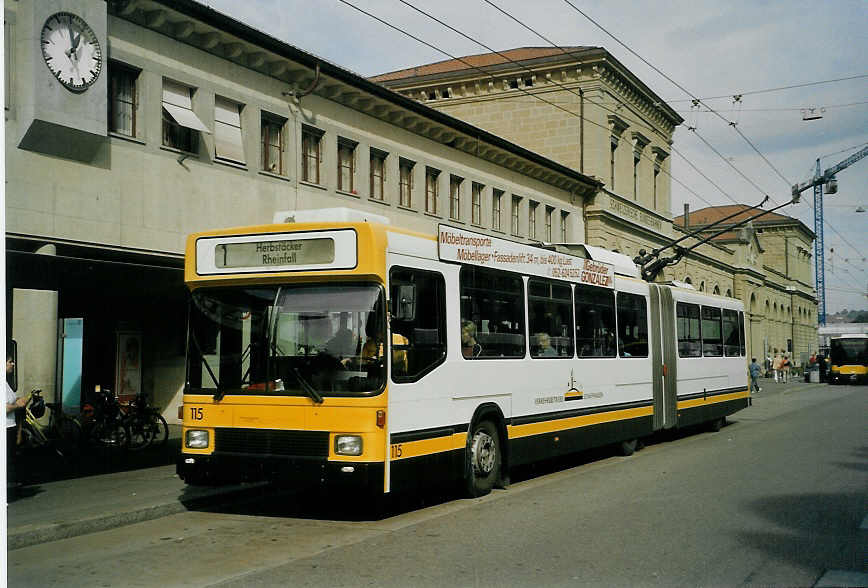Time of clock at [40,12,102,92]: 12:59
